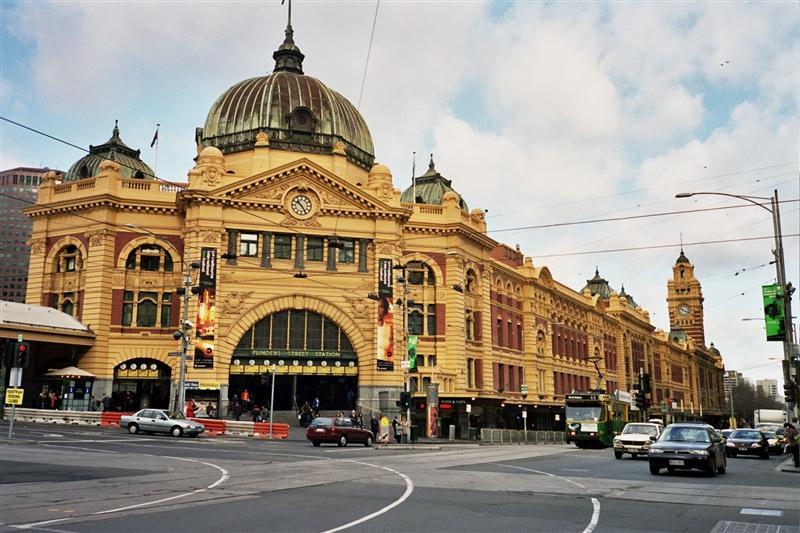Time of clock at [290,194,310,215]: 10:24
